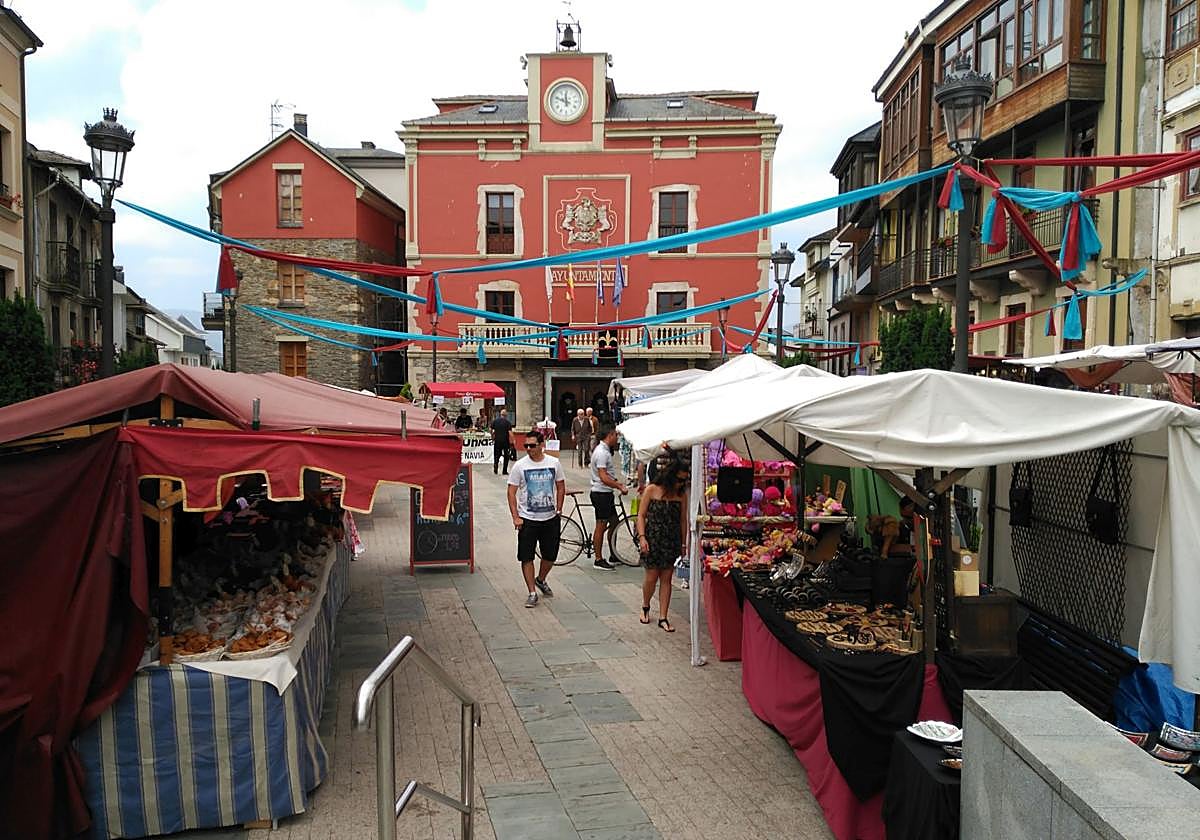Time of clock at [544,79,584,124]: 11:48
